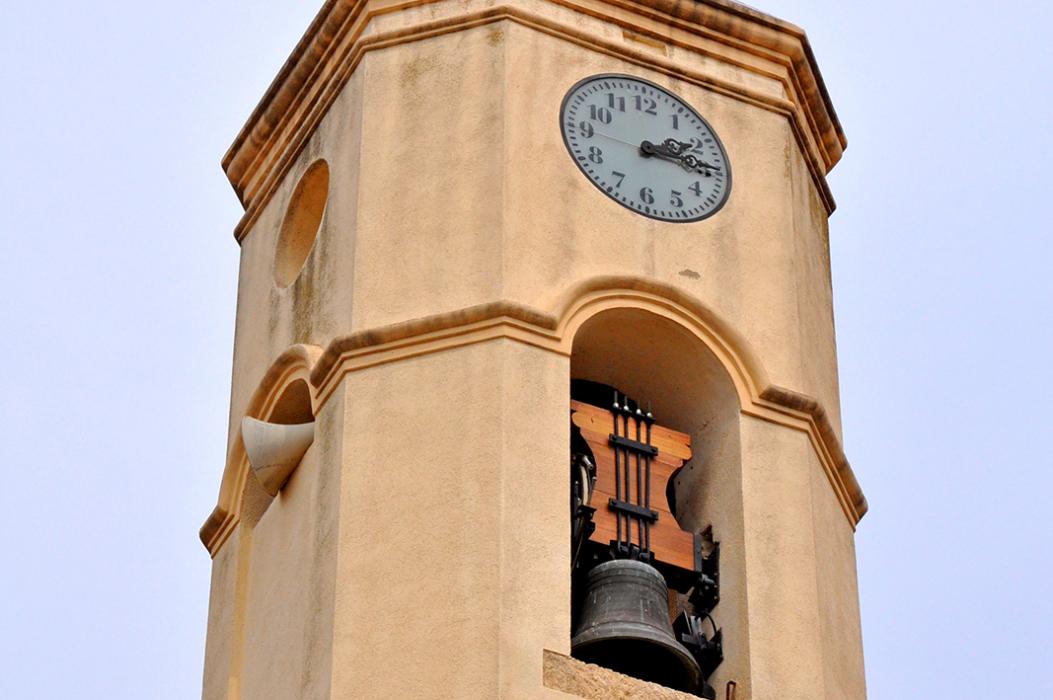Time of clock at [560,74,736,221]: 2:14
